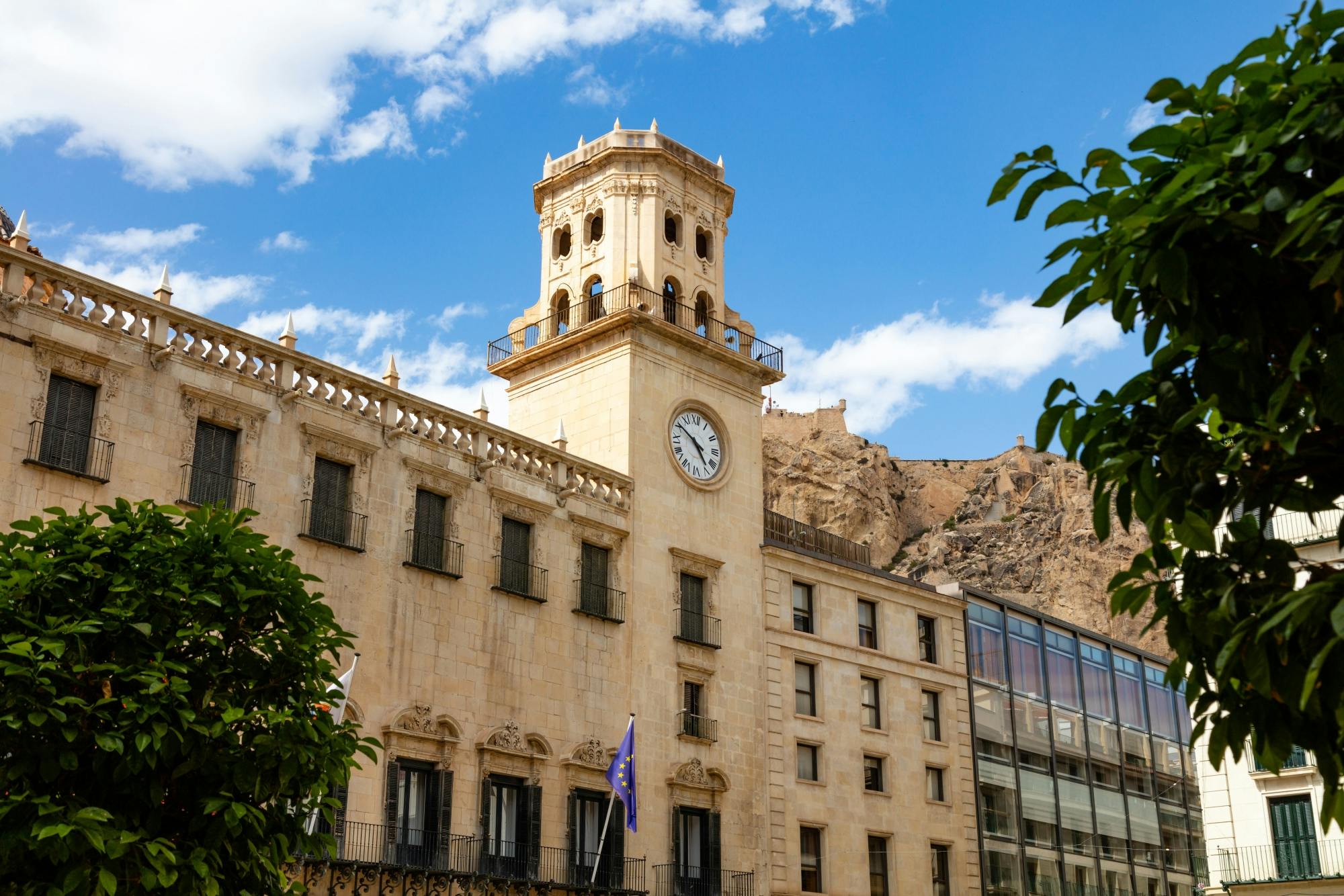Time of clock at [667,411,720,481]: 4:50
